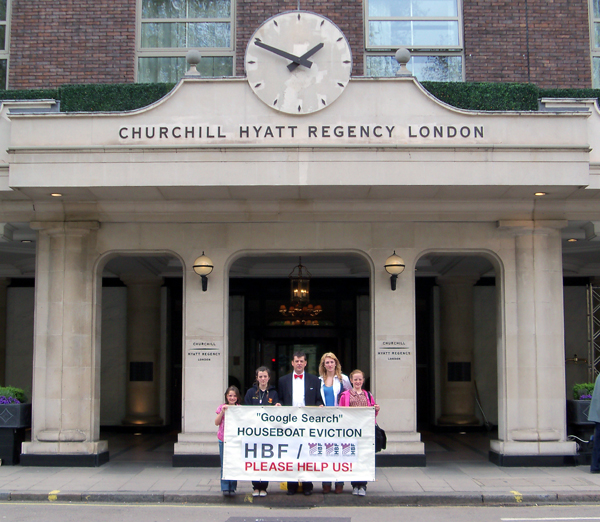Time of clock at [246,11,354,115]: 1:49
